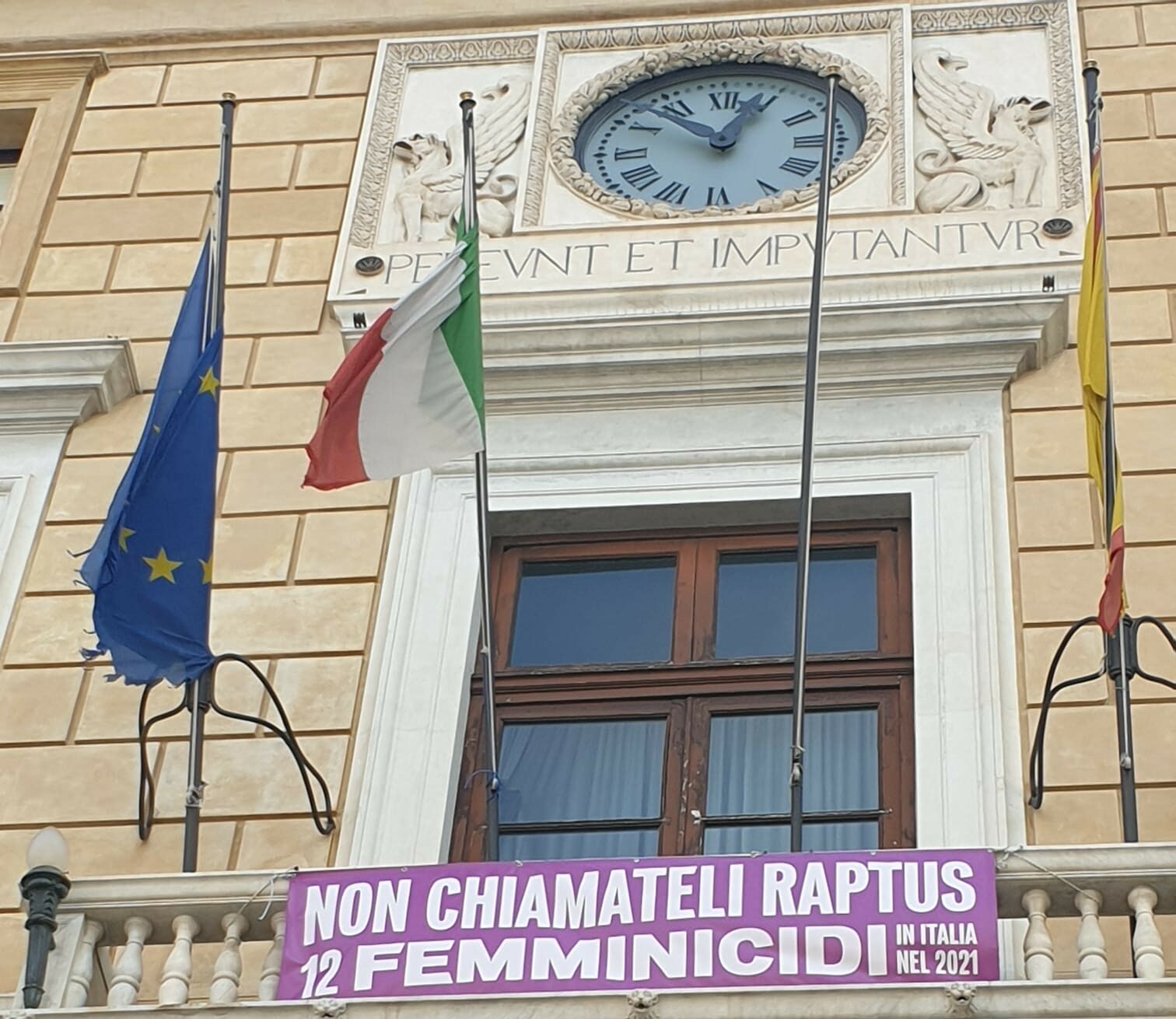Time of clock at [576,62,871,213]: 12:52
